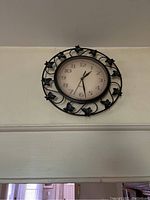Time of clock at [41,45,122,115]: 1:28
